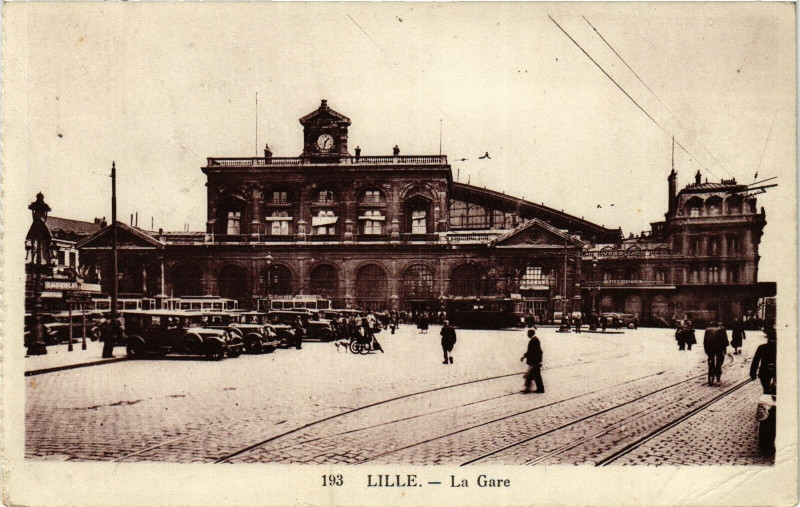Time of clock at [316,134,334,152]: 1:32
